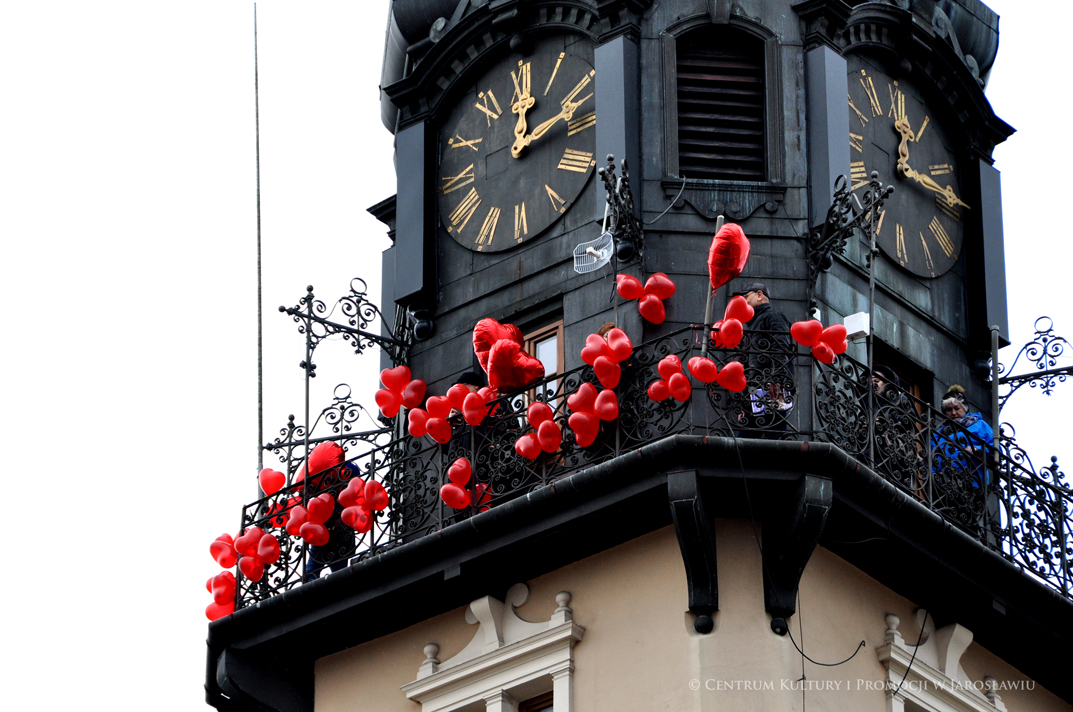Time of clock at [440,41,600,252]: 12:12
